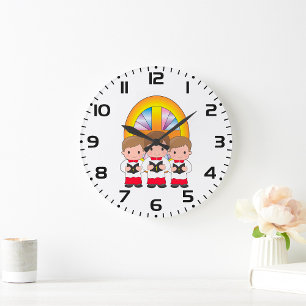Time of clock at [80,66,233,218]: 1:49
